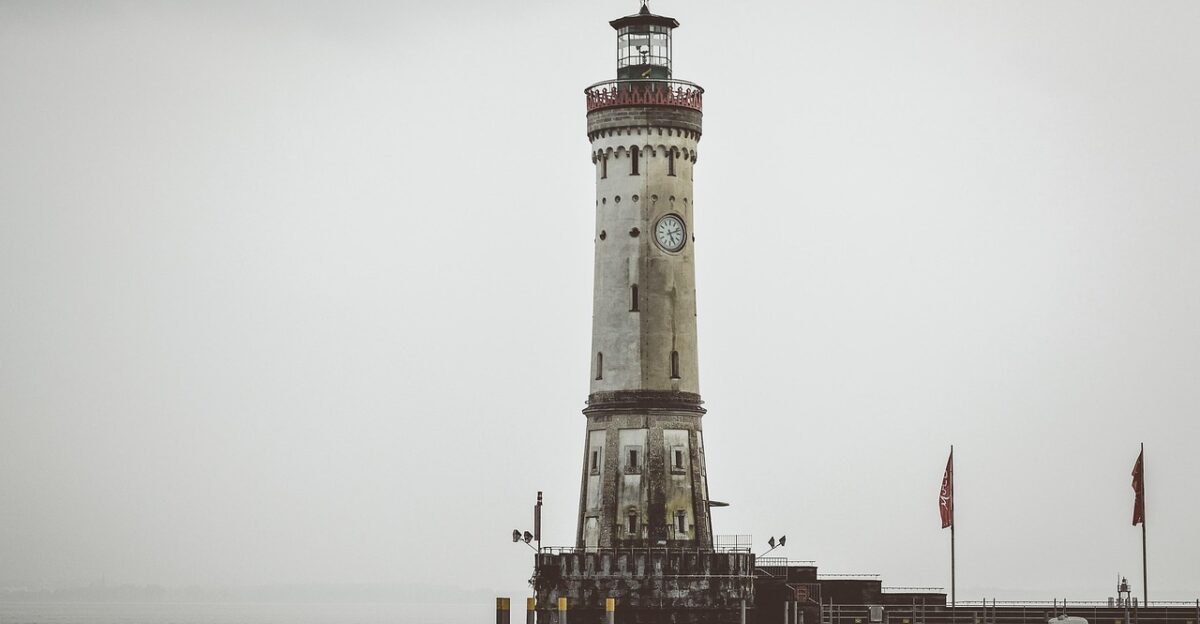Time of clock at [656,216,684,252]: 5:11
